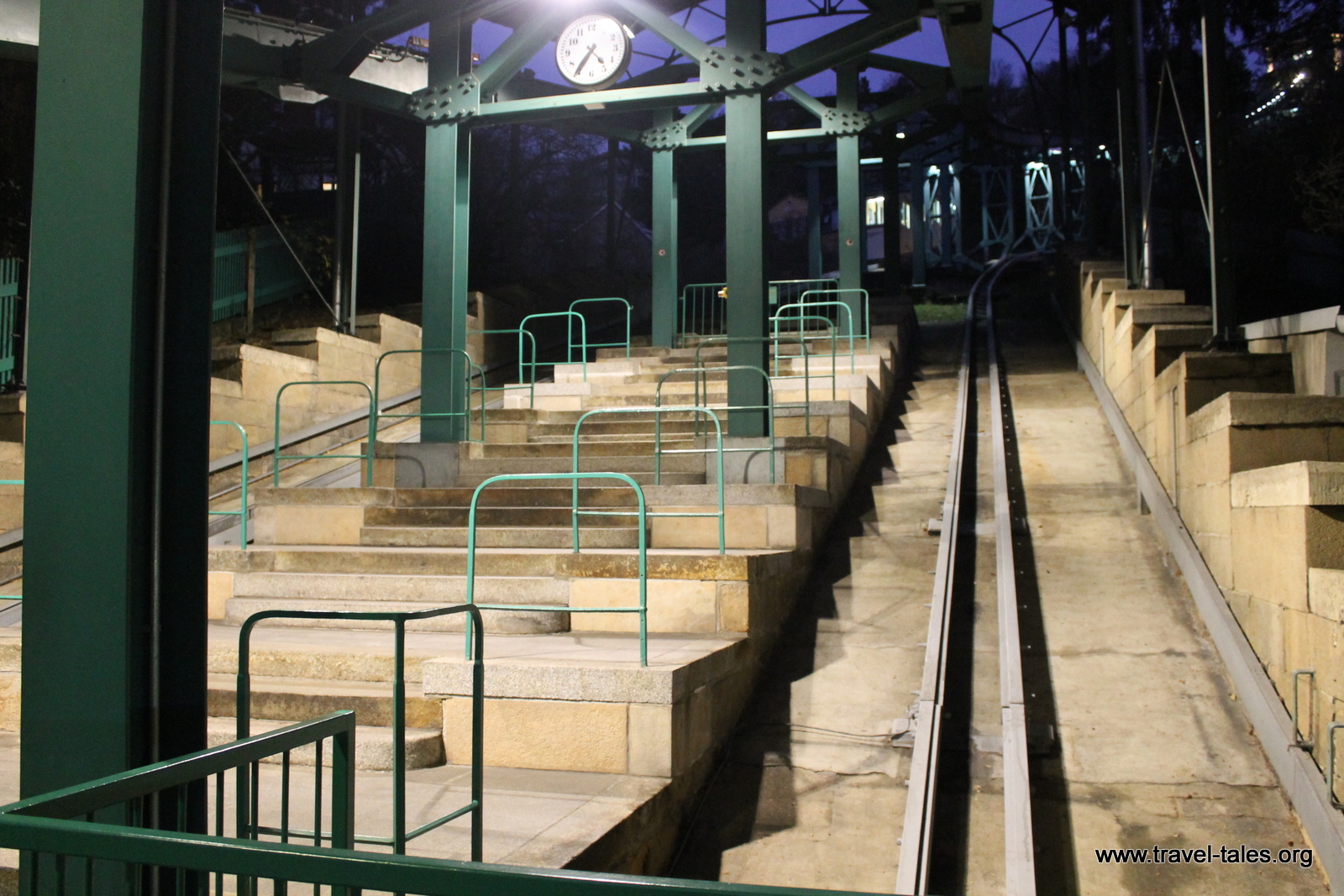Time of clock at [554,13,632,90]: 4:35
